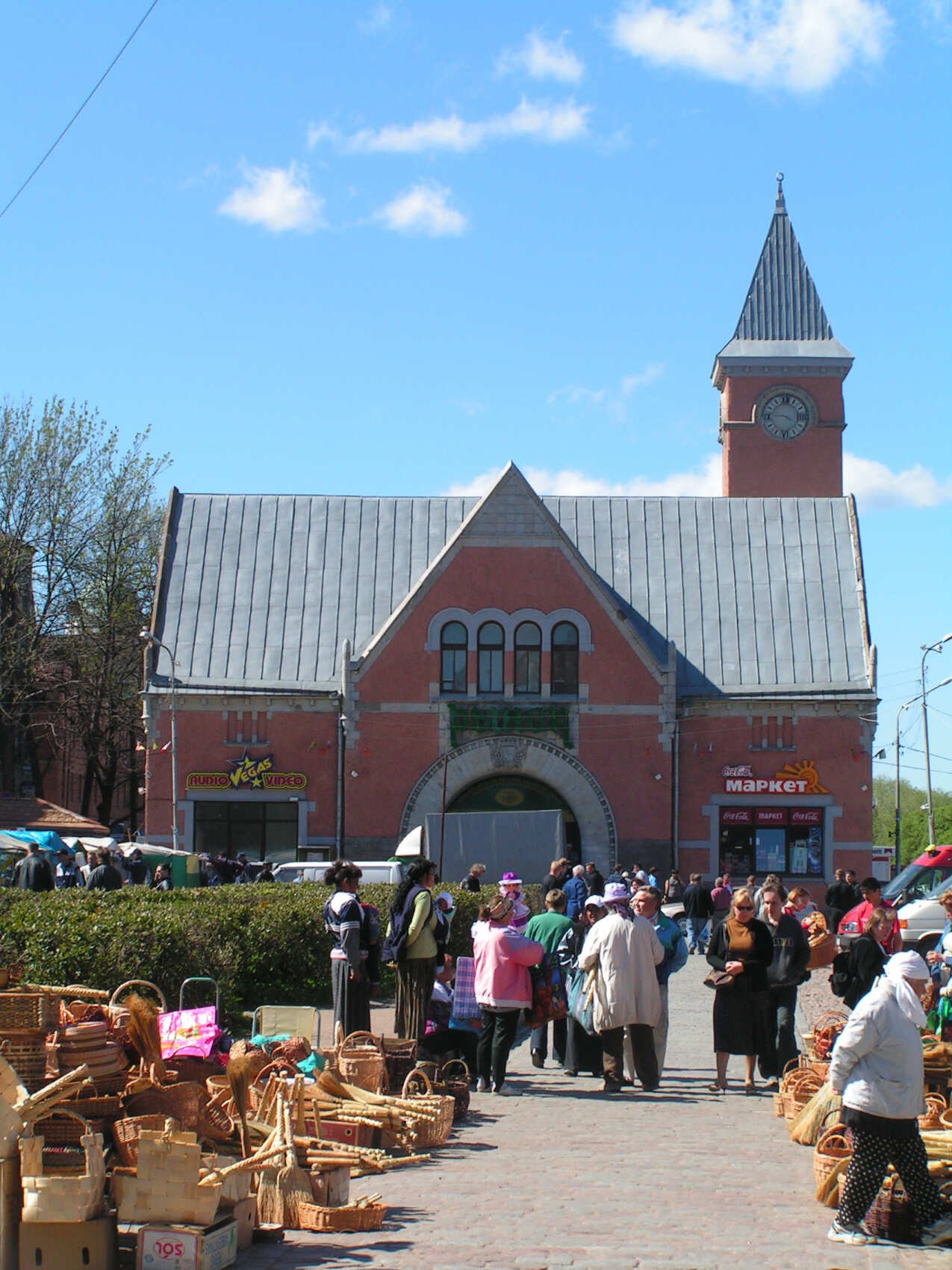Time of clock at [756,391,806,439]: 9:20
